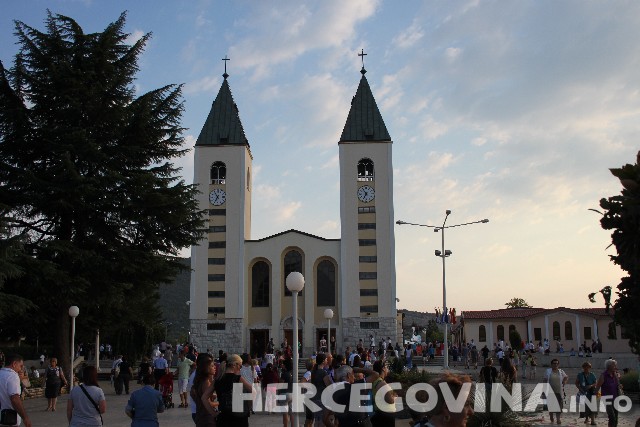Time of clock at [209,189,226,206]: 6:54
